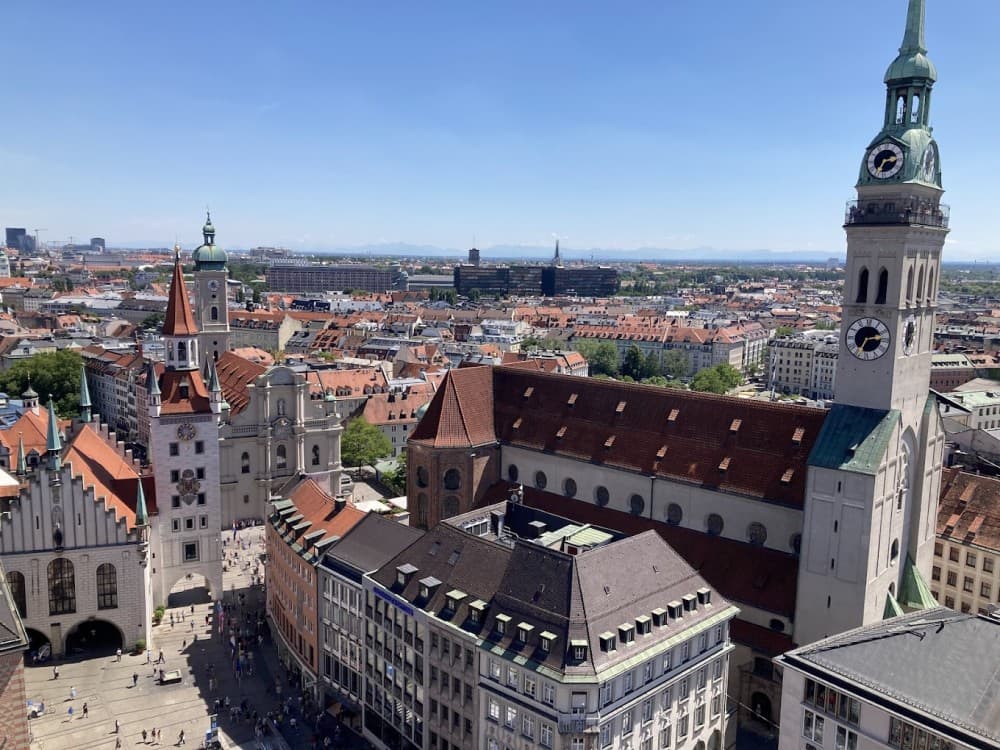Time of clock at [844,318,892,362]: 2:34
